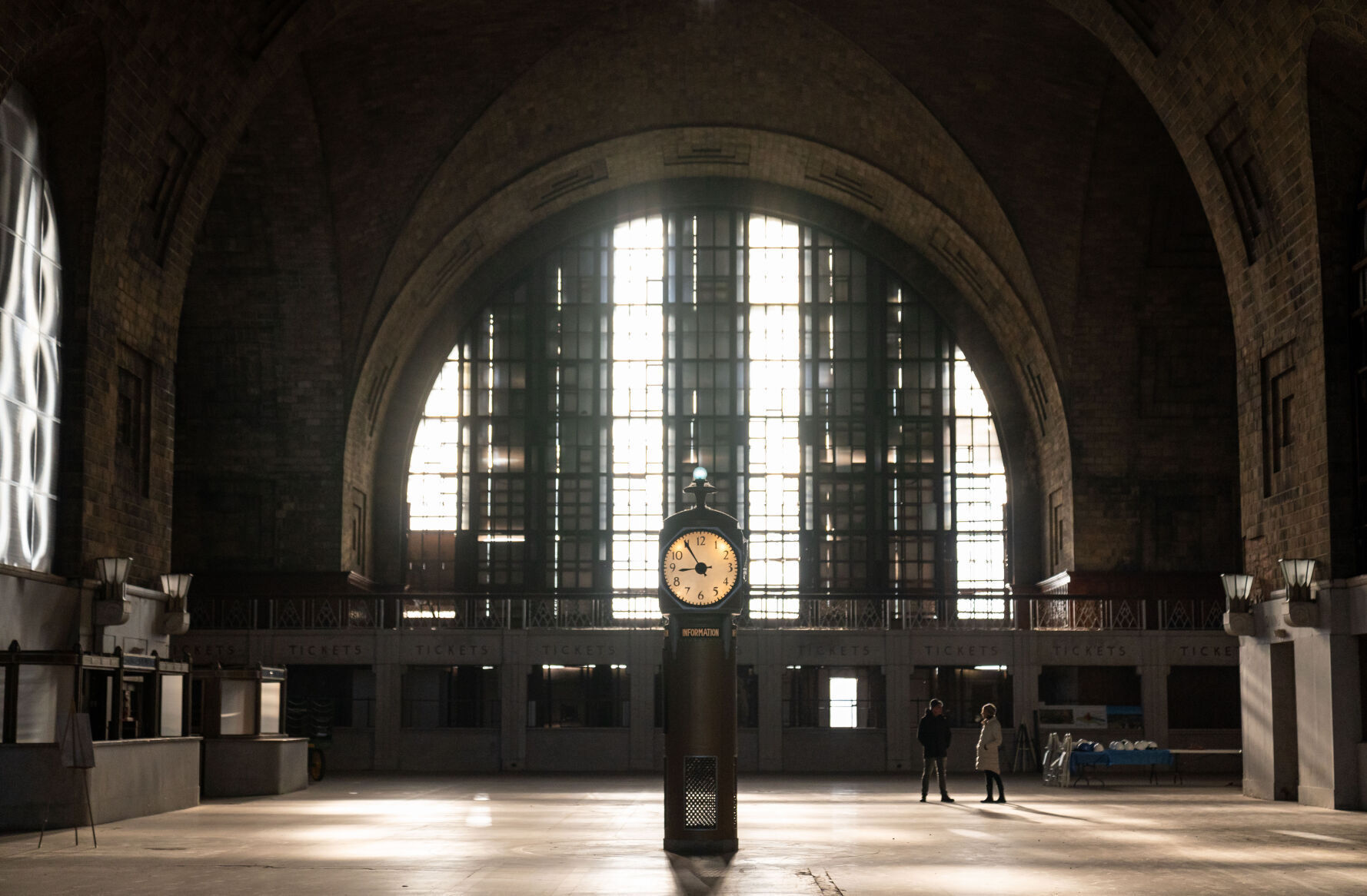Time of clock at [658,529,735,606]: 8:54
